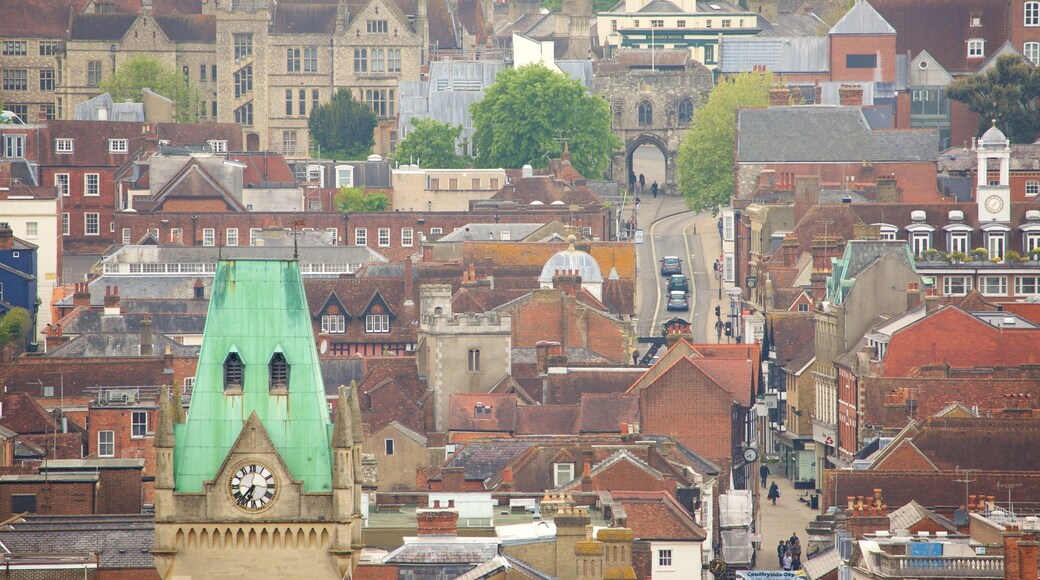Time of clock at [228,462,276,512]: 6:36
